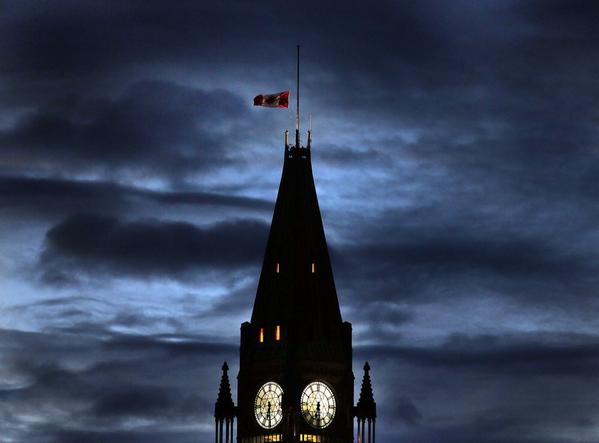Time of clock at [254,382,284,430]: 6:29
